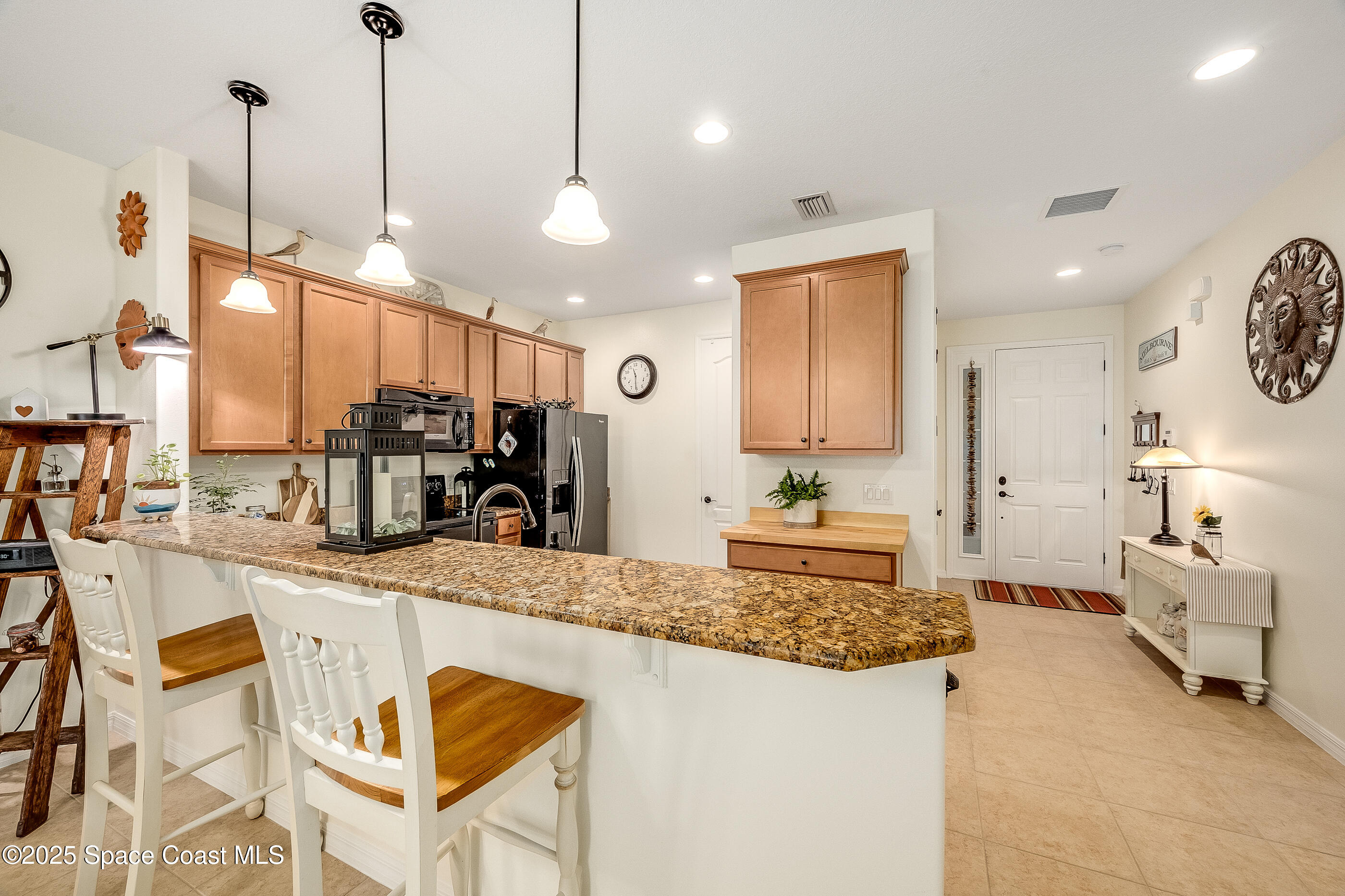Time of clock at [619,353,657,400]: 11:30
